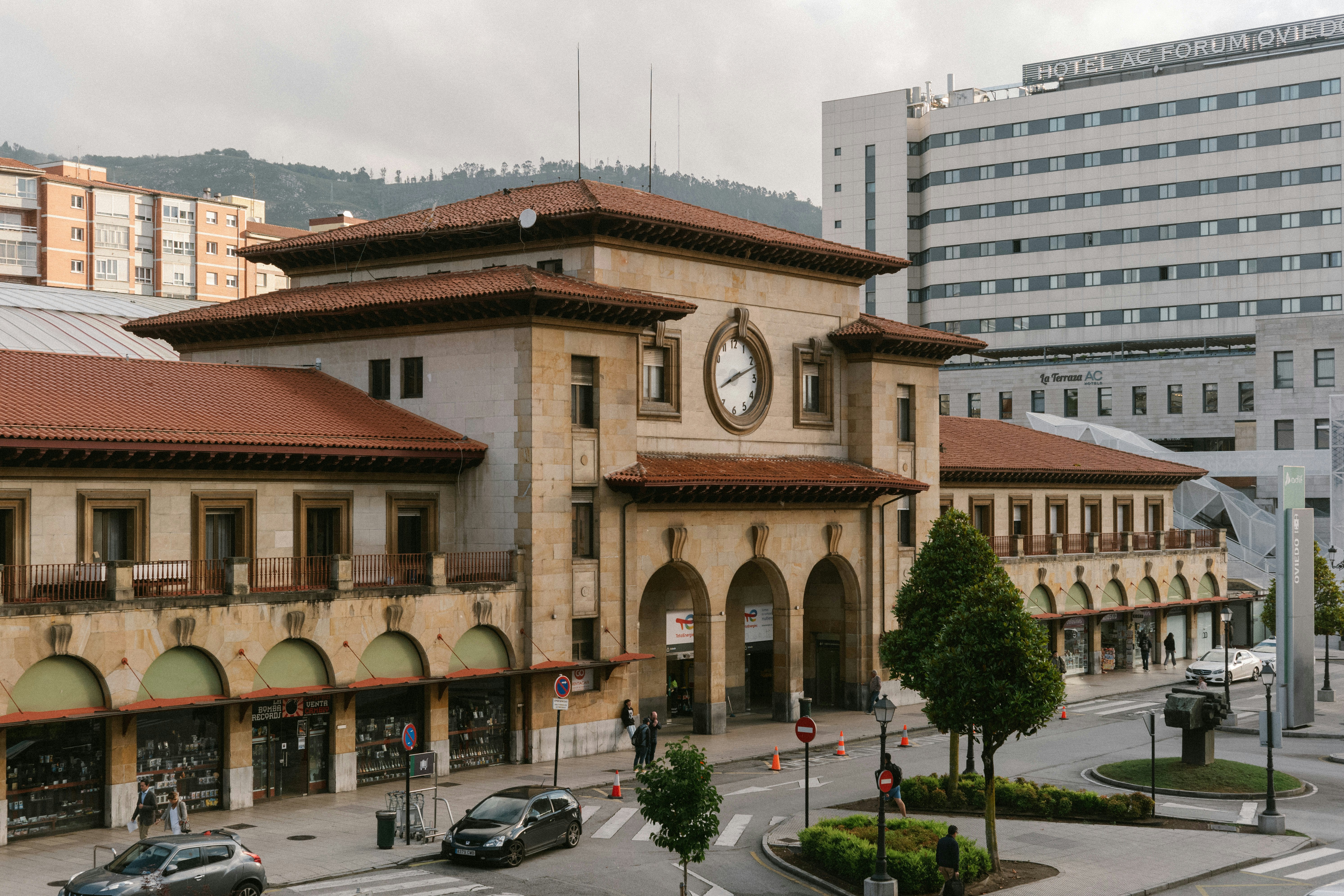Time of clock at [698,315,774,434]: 8:12
